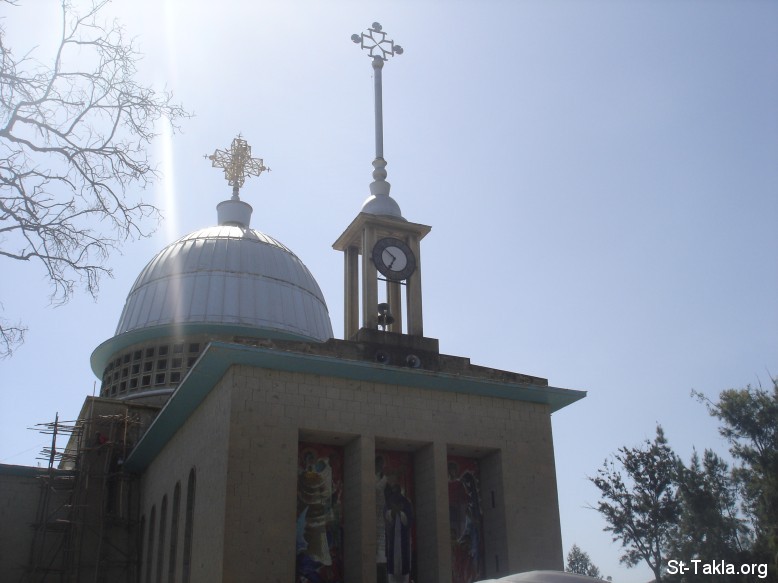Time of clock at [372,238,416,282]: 6:52
